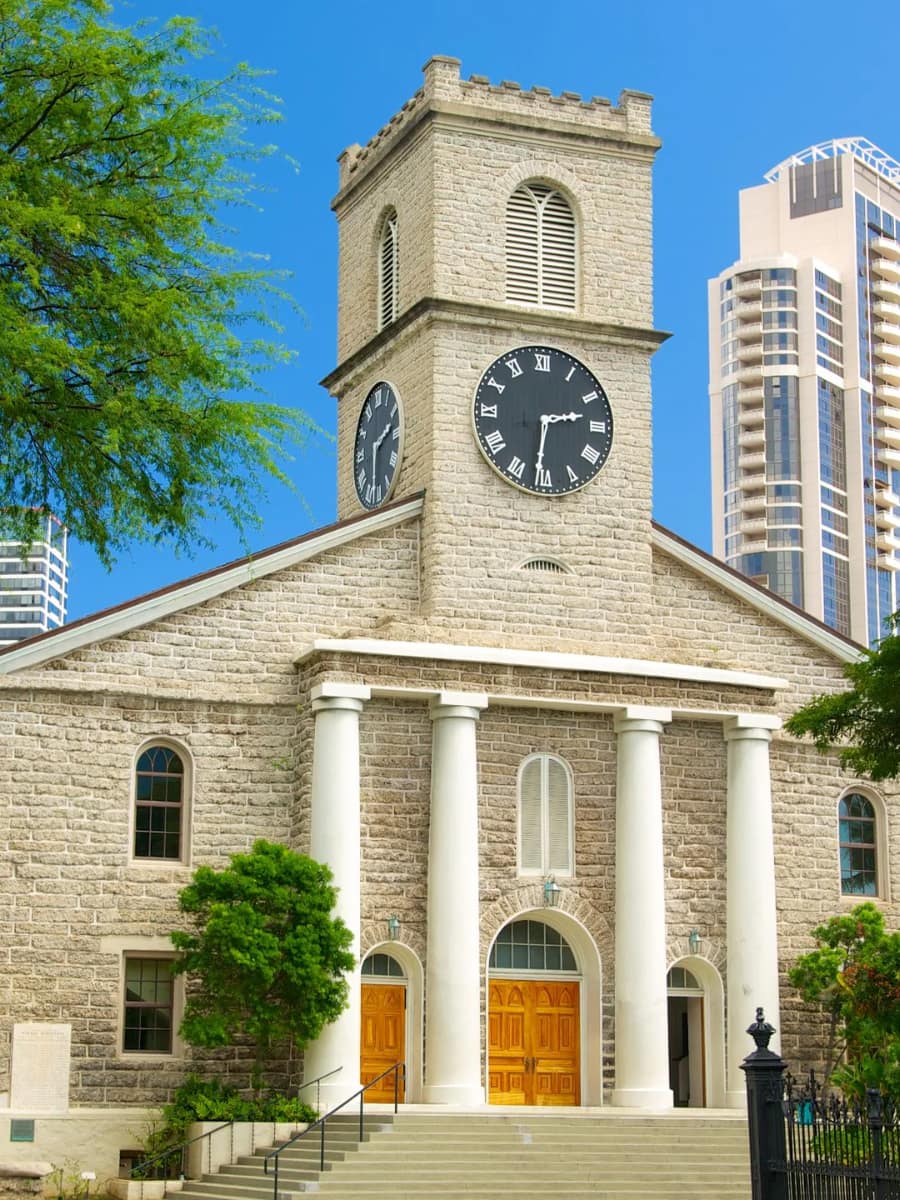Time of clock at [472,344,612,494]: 2:31
